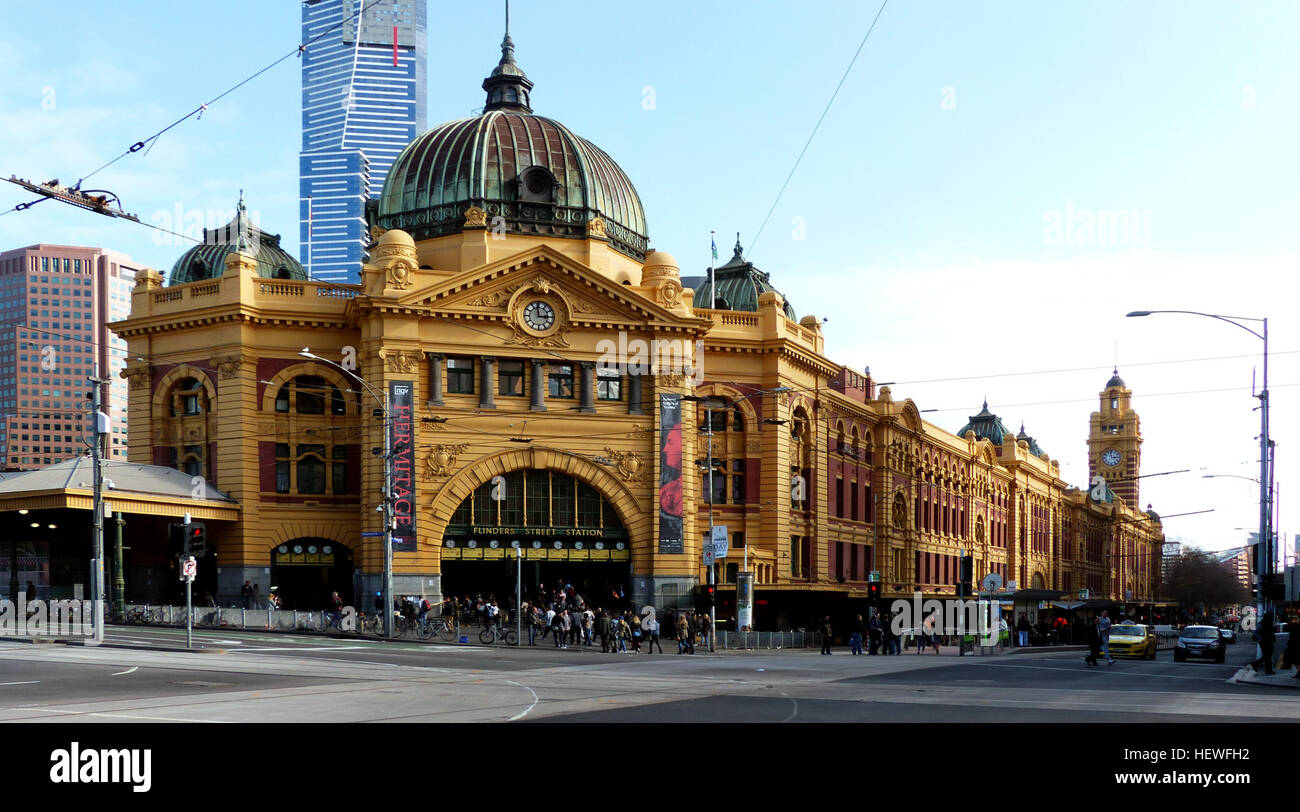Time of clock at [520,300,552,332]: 2:58
